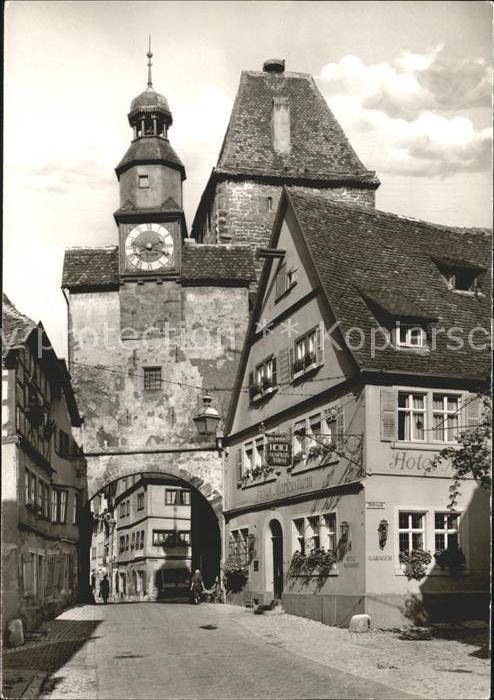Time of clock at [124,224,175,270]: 2:18
